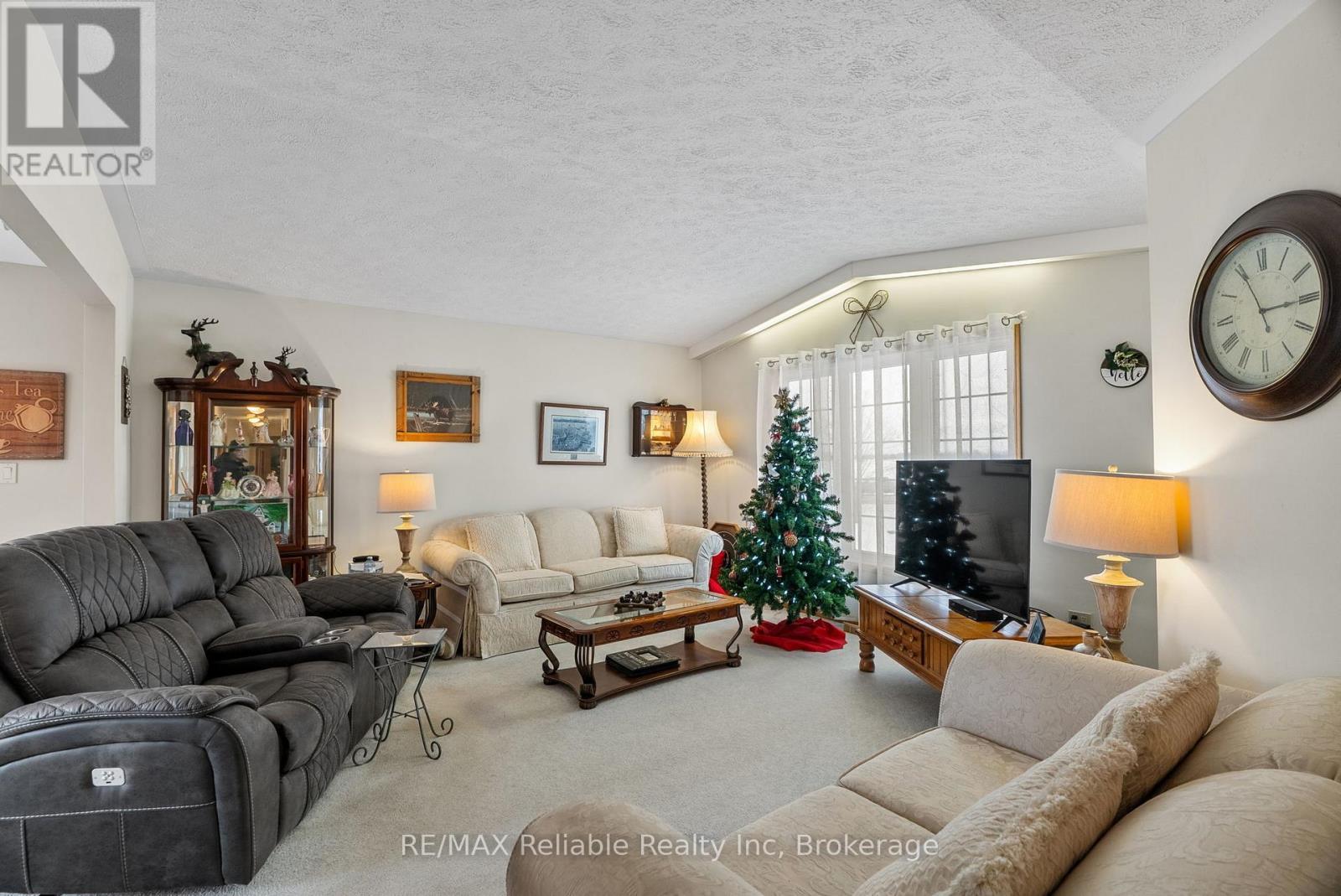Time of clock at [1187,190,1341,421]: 2:55
